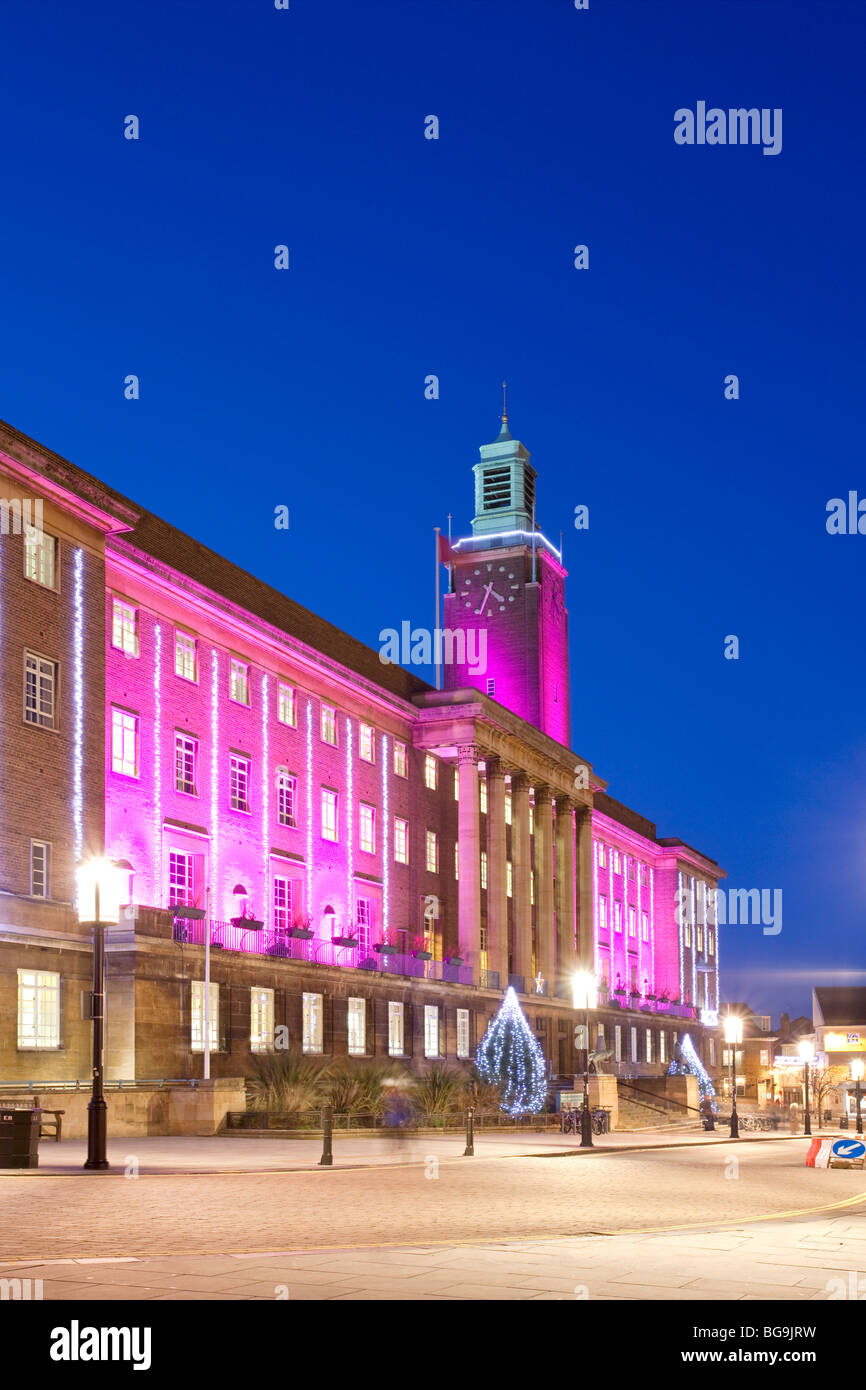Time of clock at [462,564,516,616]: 4:33
